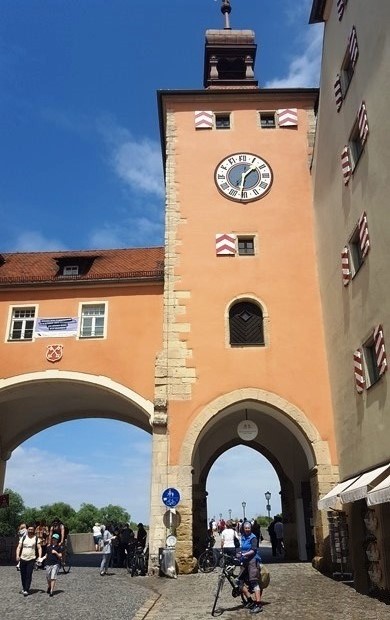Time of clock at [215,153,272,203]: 1:31
